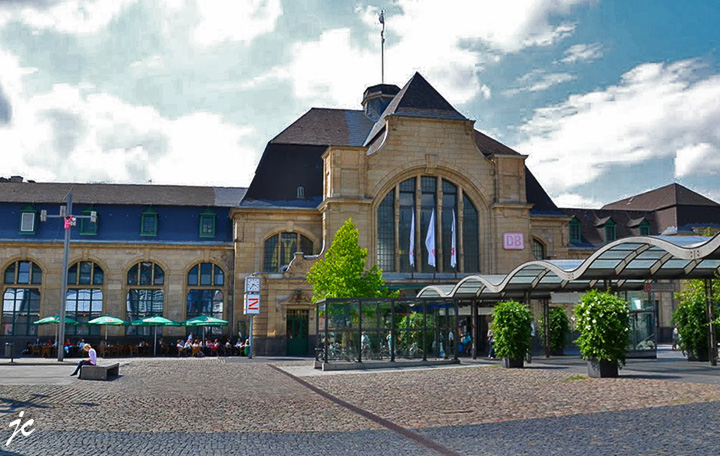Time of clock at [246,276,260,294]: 3:36
